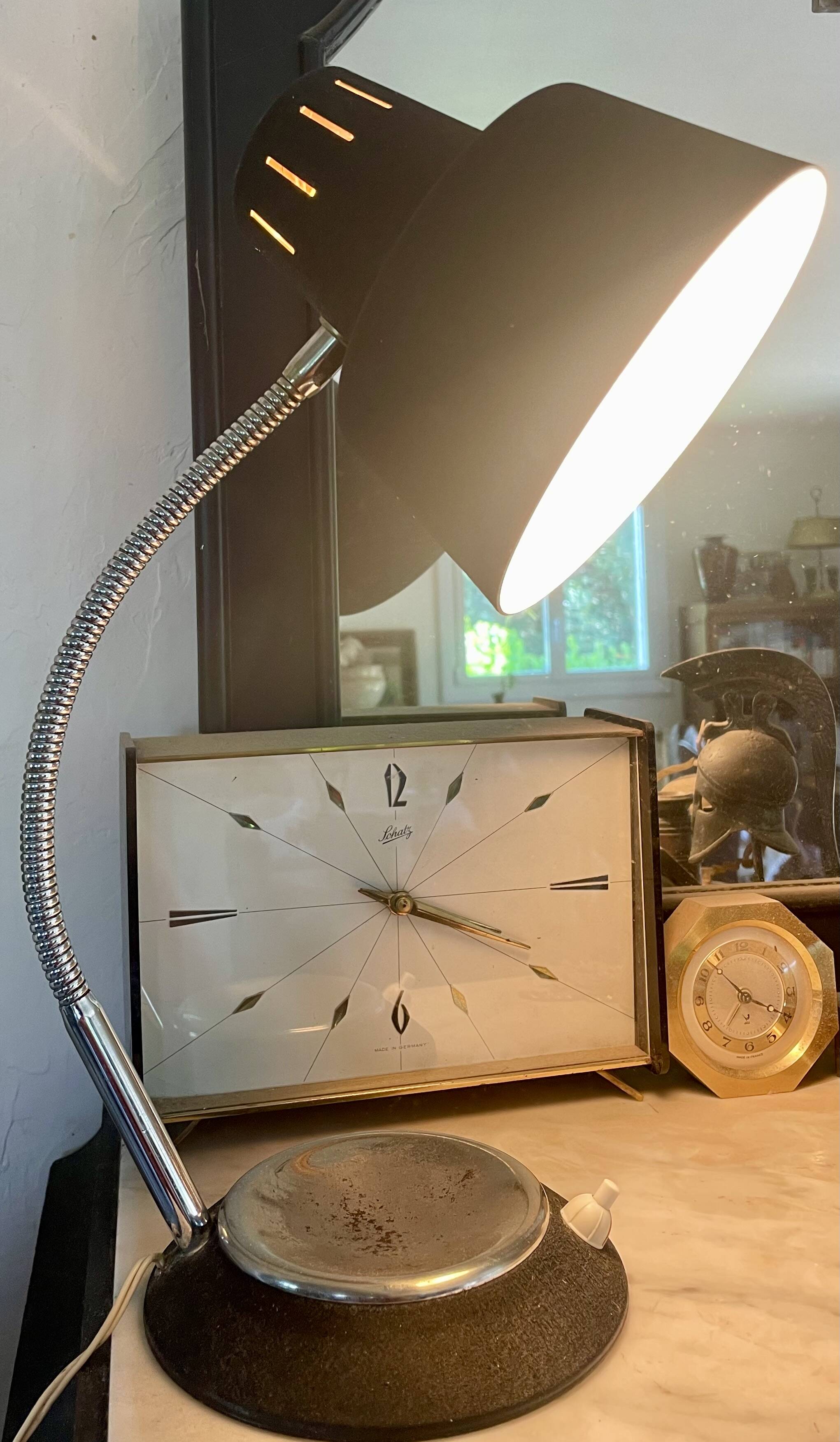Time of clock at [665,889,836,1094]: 3:52
